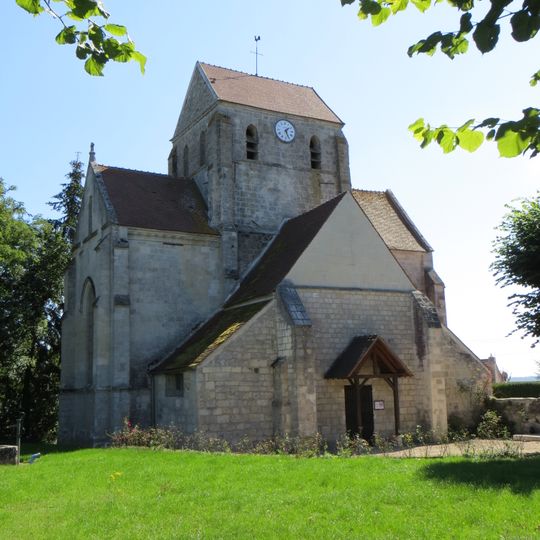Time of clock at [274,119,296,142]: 1:26
